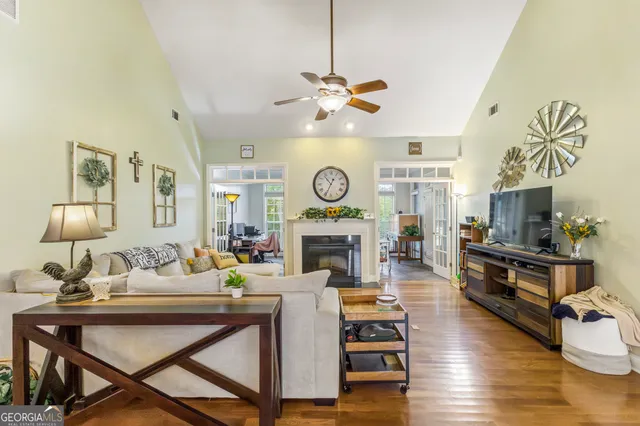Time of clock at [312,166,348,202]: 10:34
